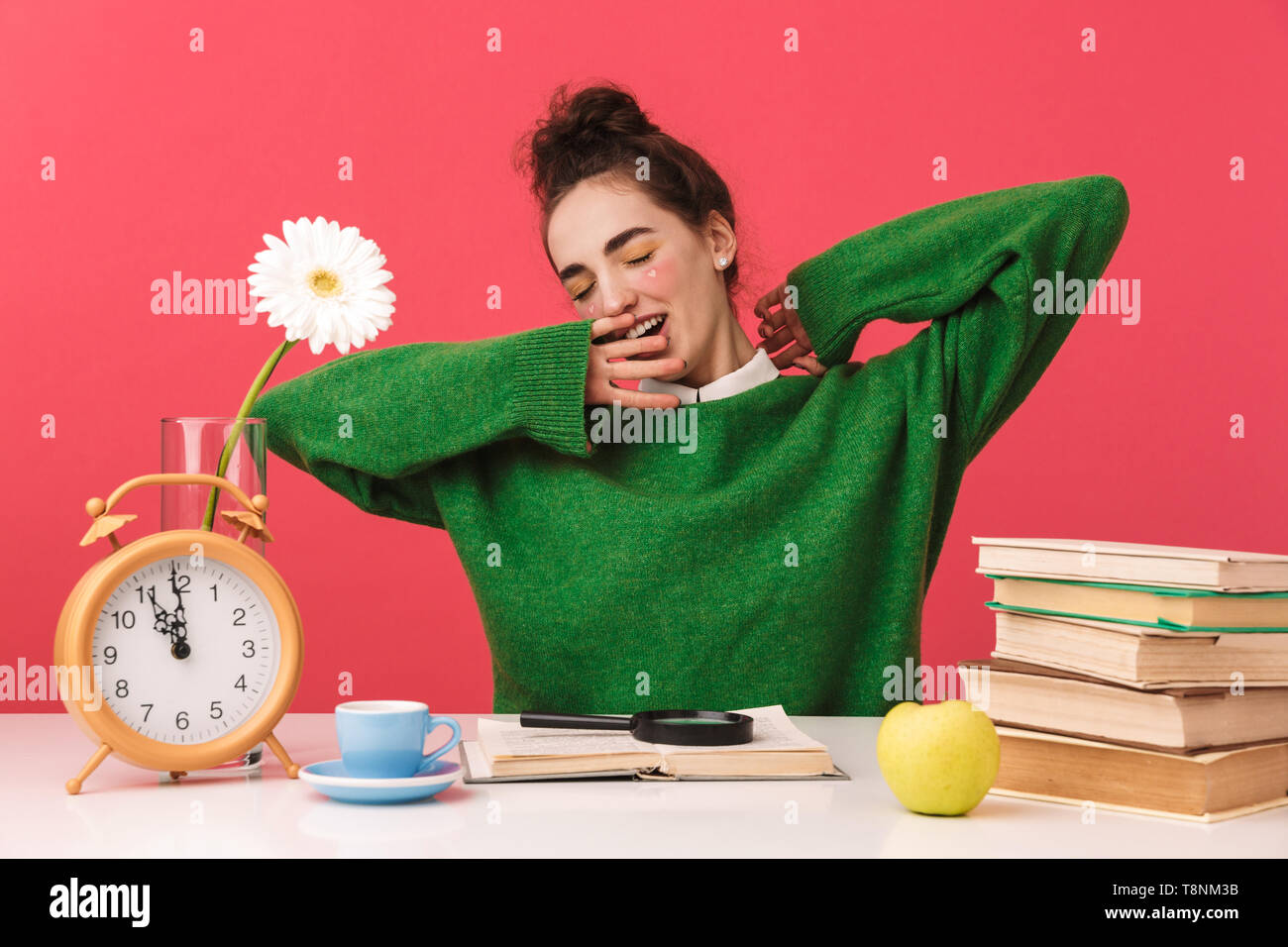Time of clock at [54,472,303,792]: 10:59
